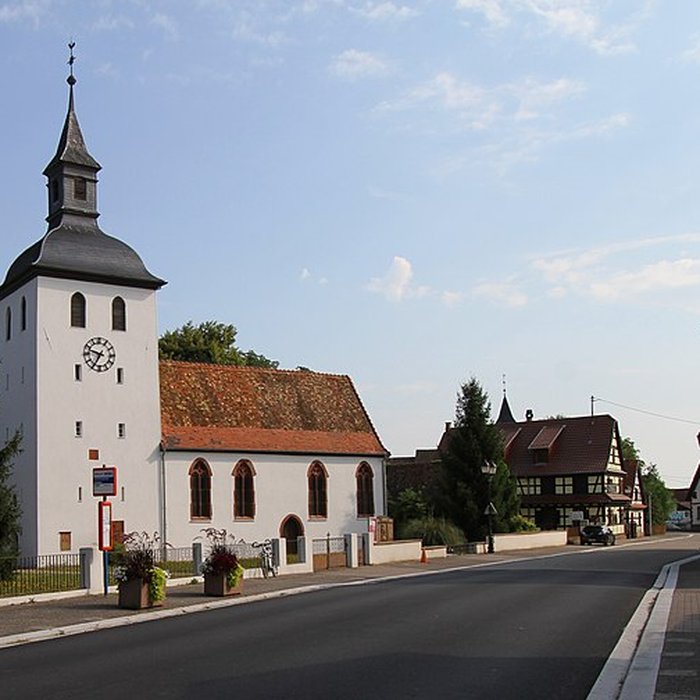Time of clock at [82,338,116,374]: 9:35
